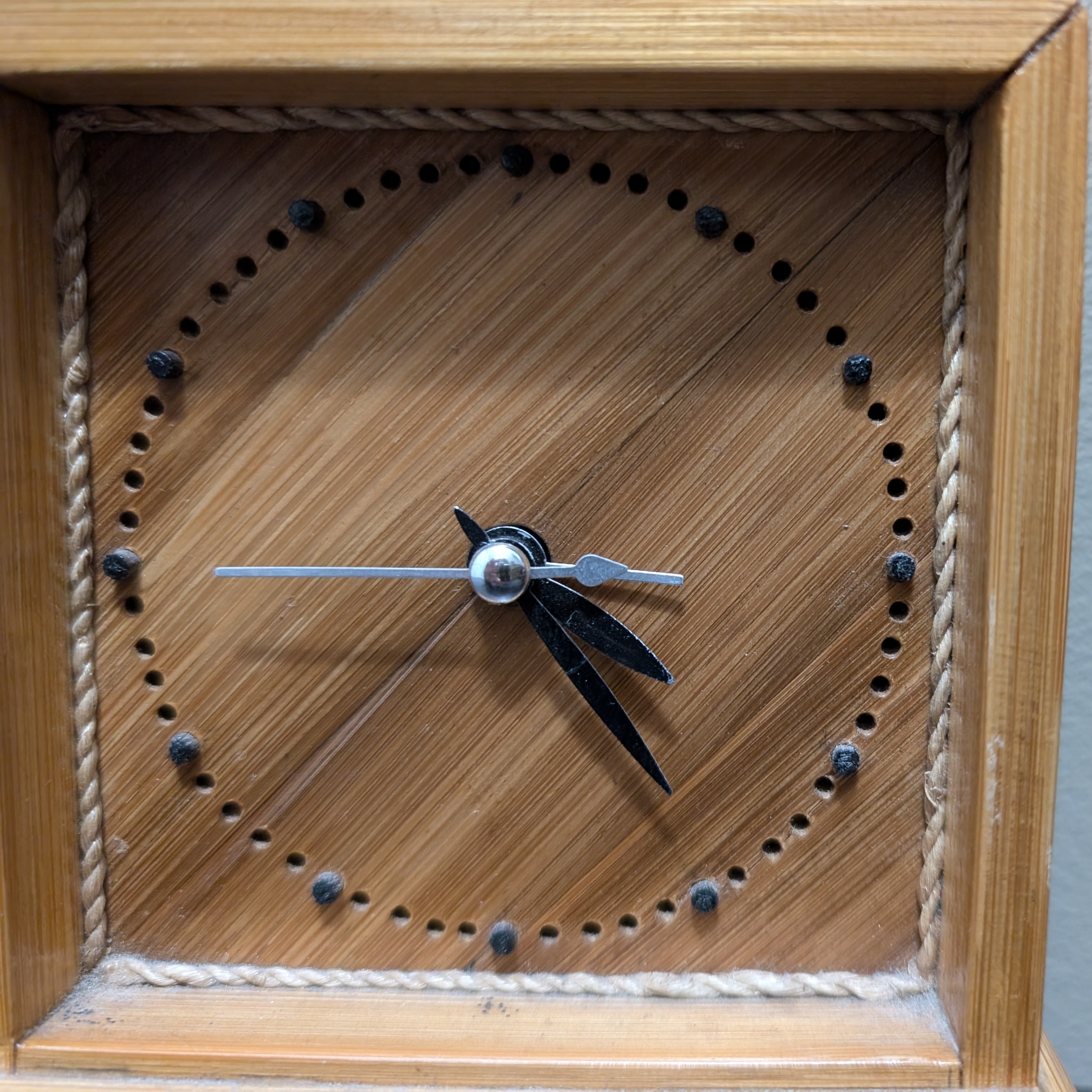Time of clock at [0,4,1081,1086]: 4:23
